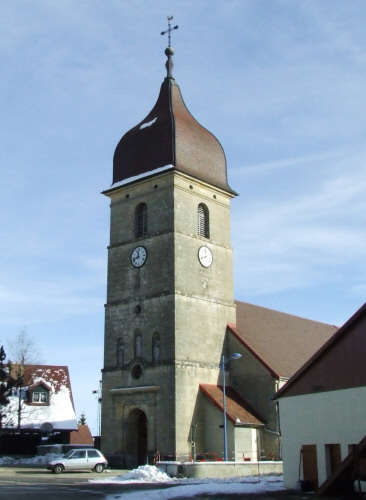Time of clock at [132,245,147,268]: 11:42
